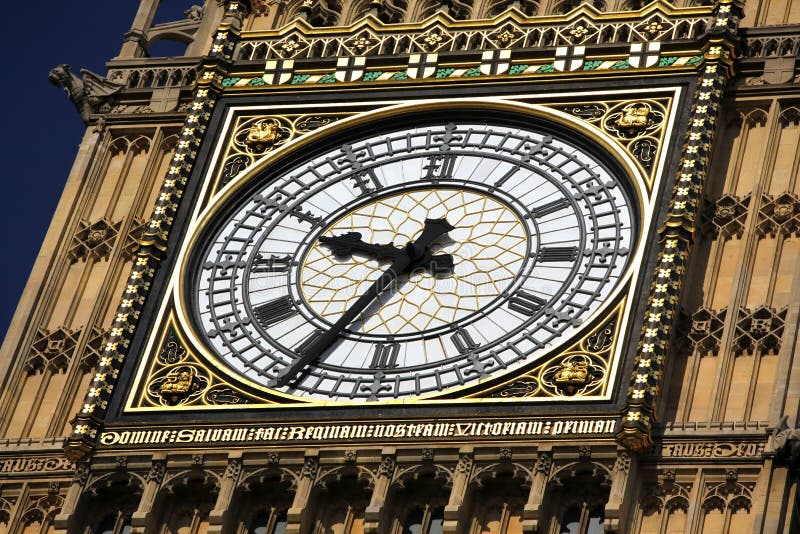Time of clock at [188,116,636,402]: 9:34
